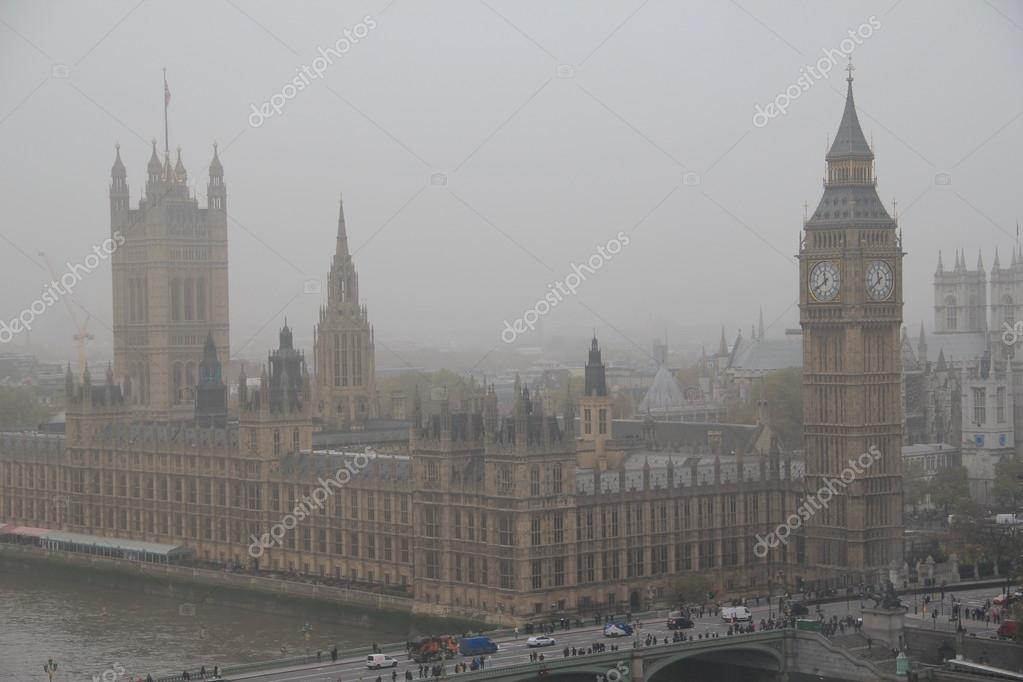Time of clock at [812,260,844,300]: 11:39
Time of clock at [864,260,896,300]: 11:37
